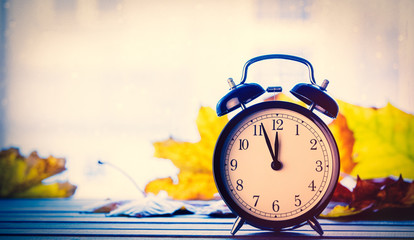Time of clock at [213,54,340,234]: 11:56
